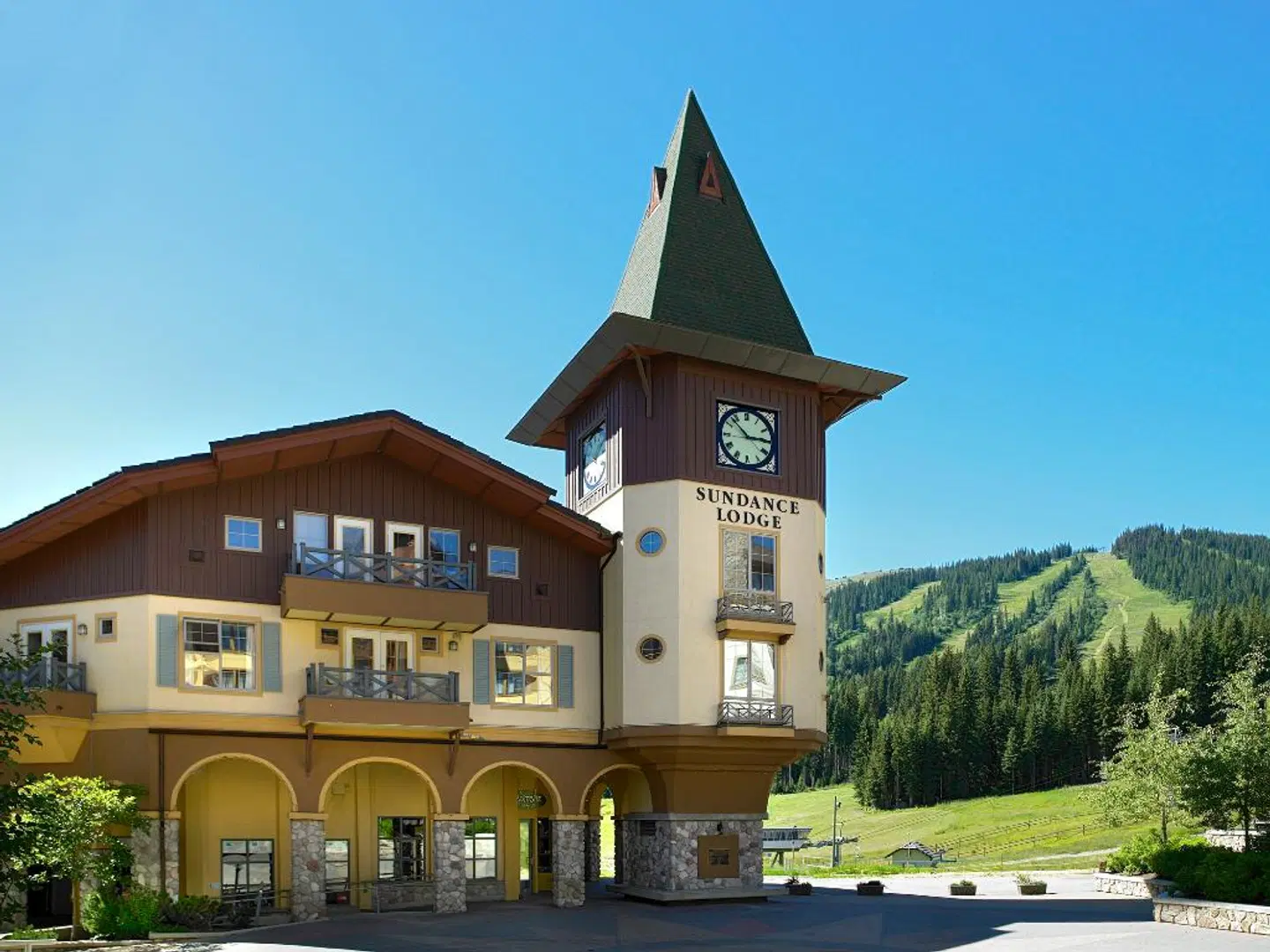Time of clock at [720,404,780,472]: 2:52
